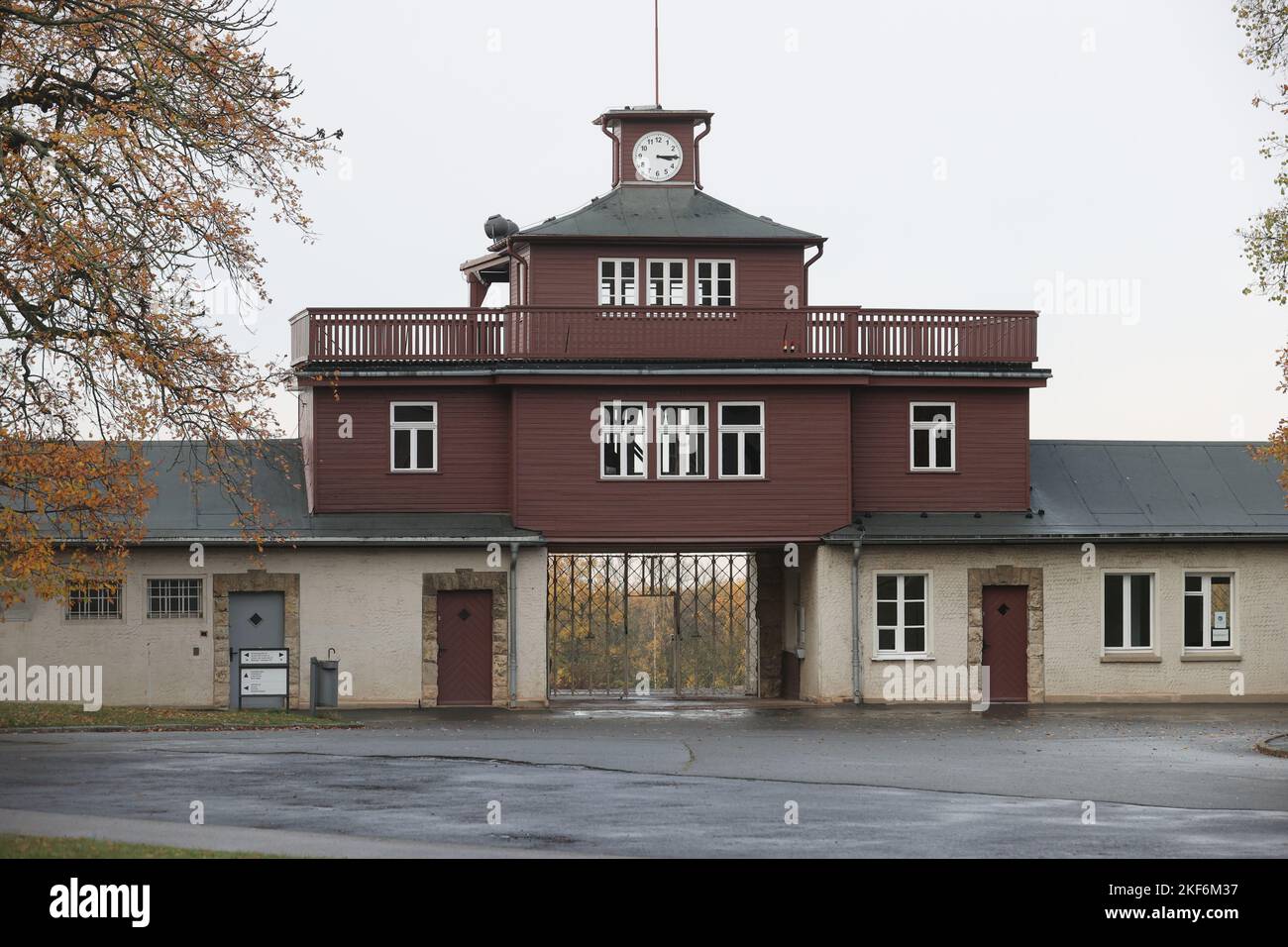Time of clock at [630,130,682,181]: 3:14
